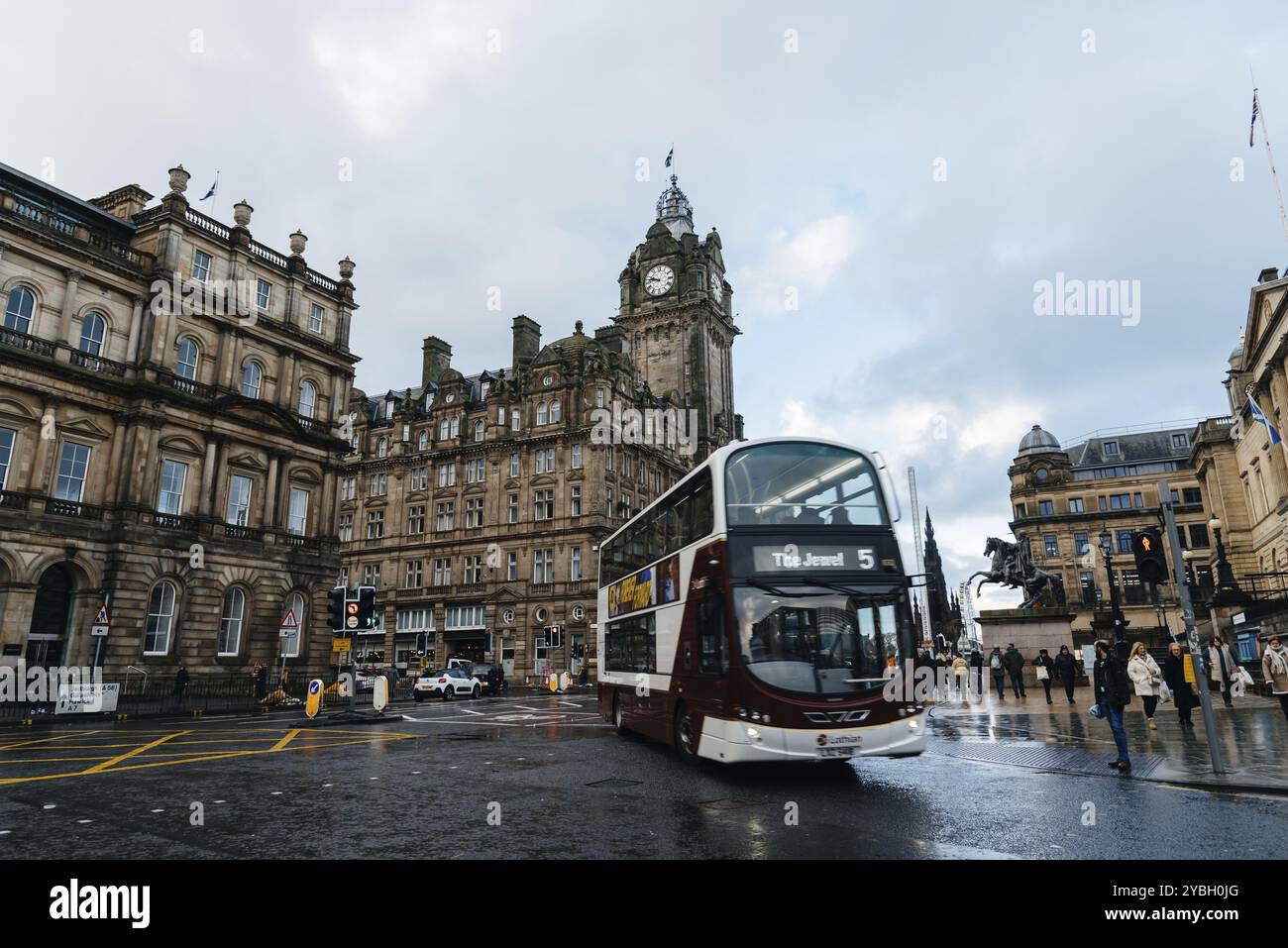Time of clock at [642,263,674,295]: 9:46
